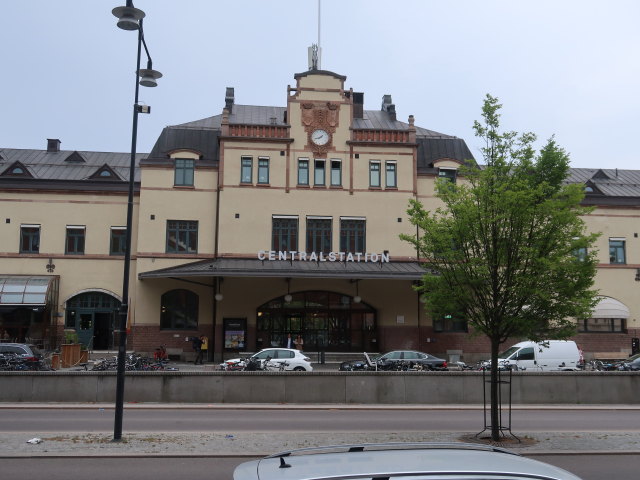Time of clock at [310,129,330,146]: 1:42
